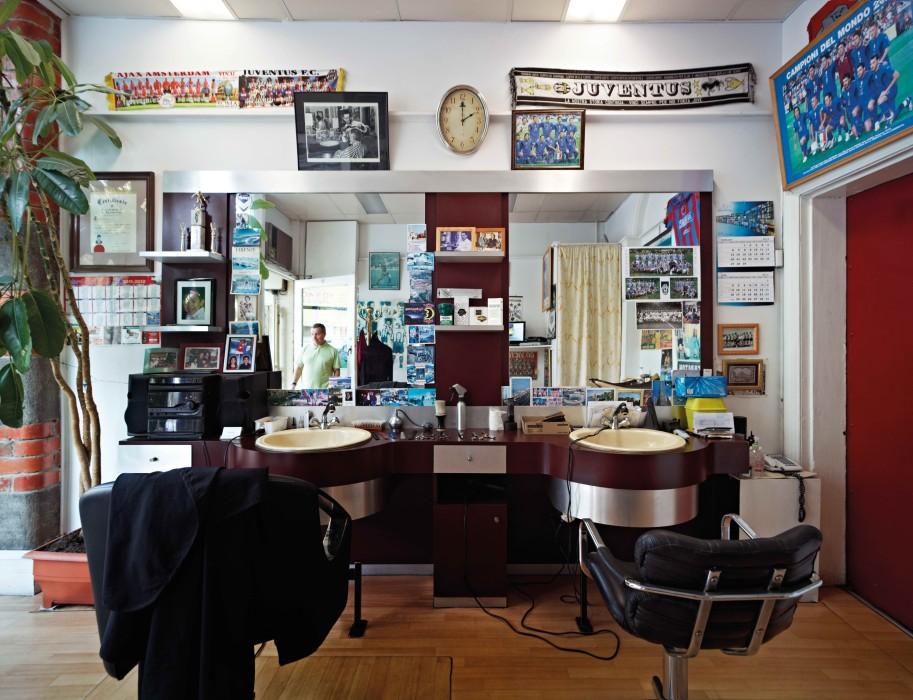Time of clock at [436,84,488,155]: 2:00
